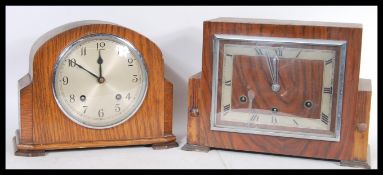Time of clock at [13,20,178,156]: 11:50
